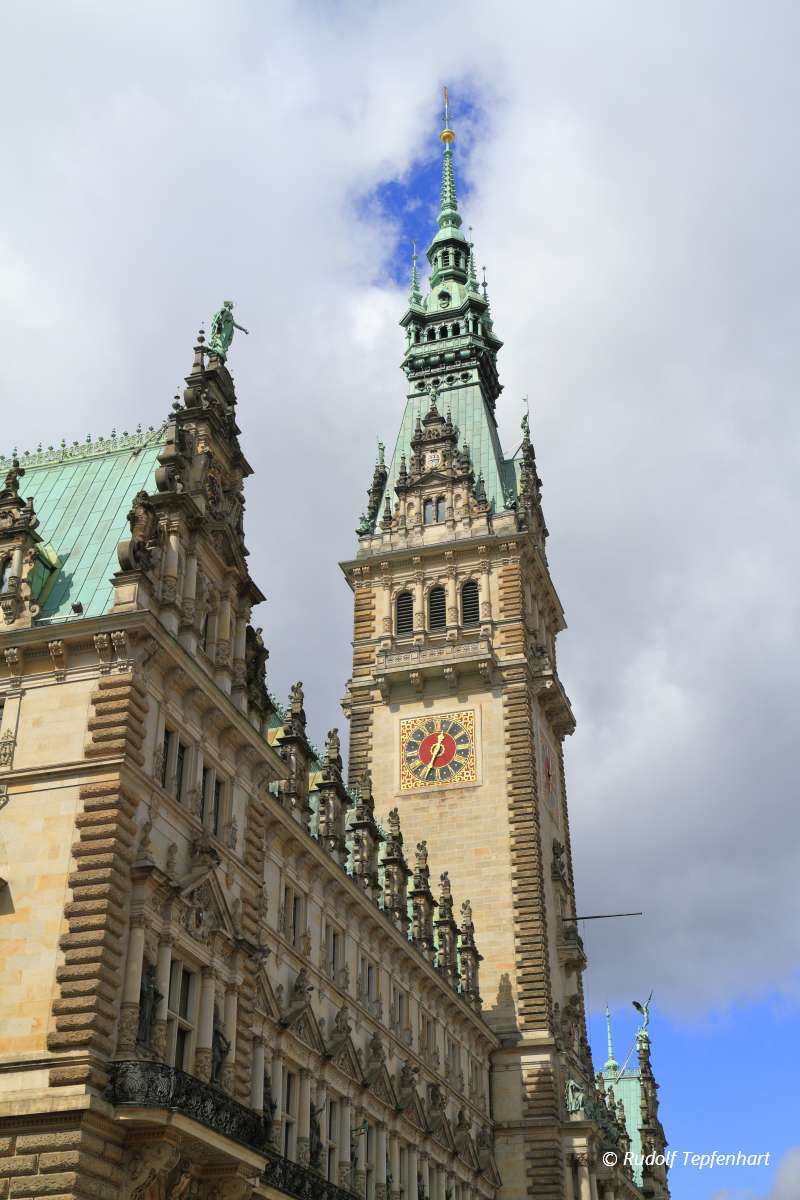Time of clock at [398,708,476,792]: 12:34
